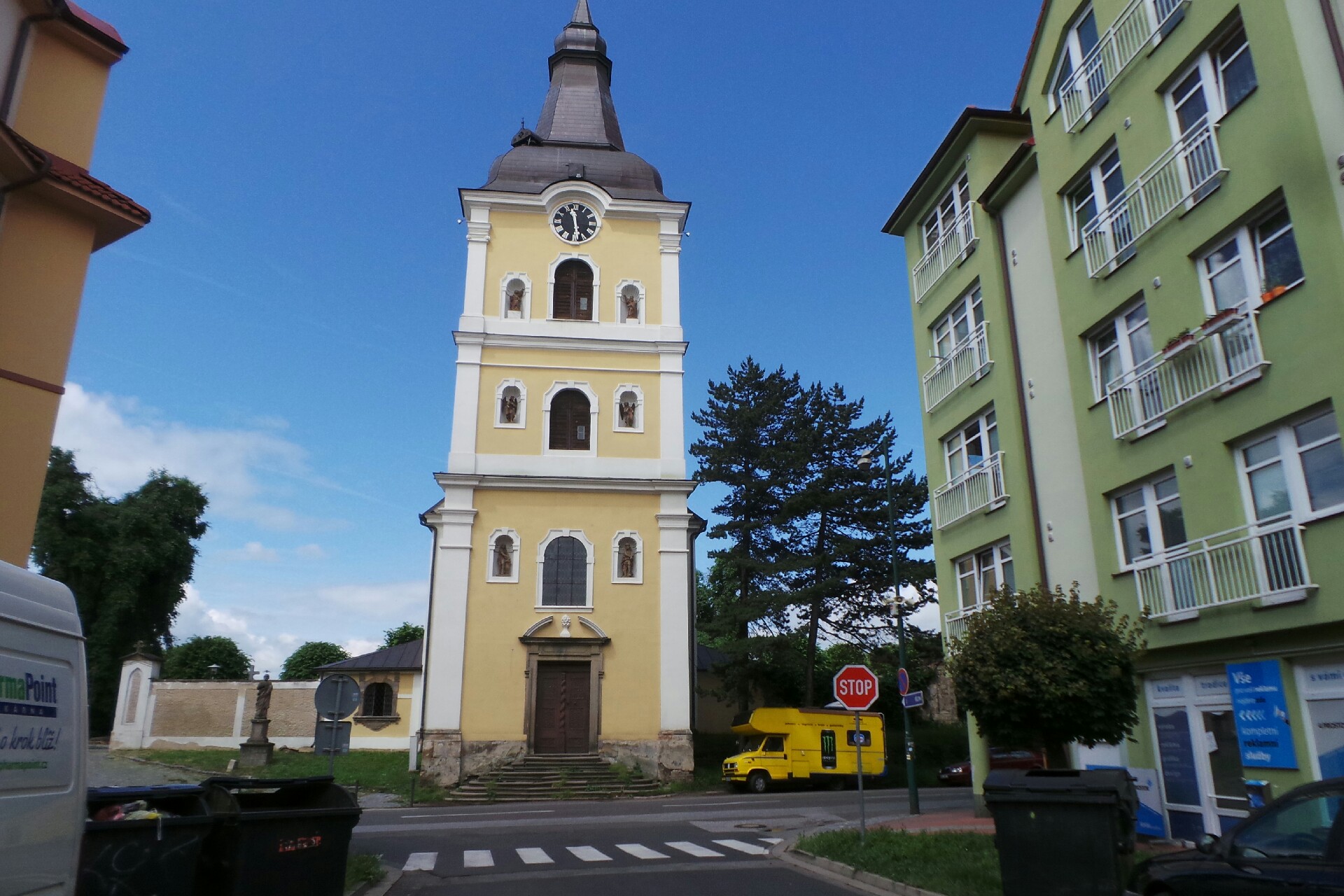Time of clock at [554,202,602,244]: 11:28
